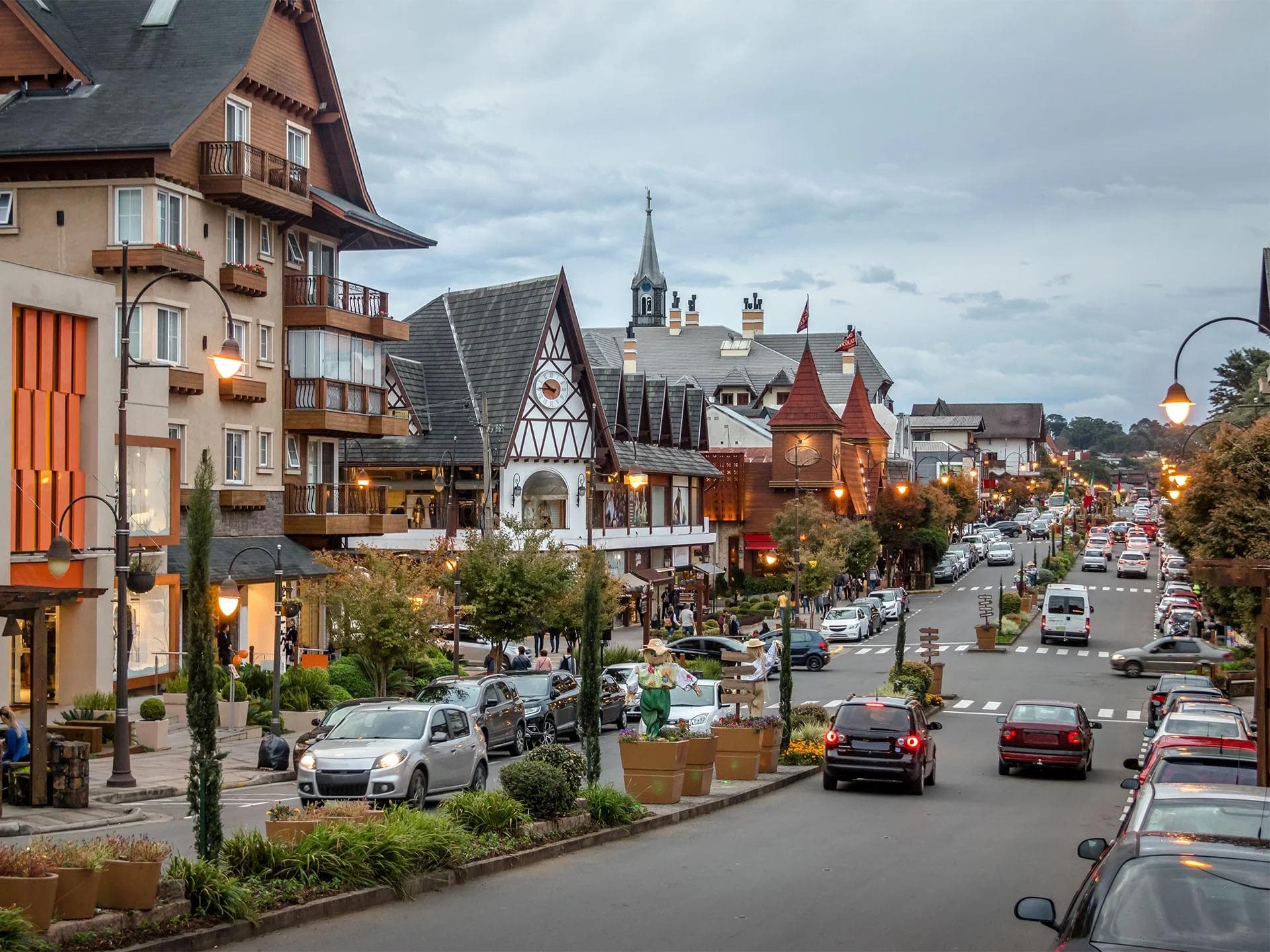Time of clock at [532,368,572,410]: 10:45
